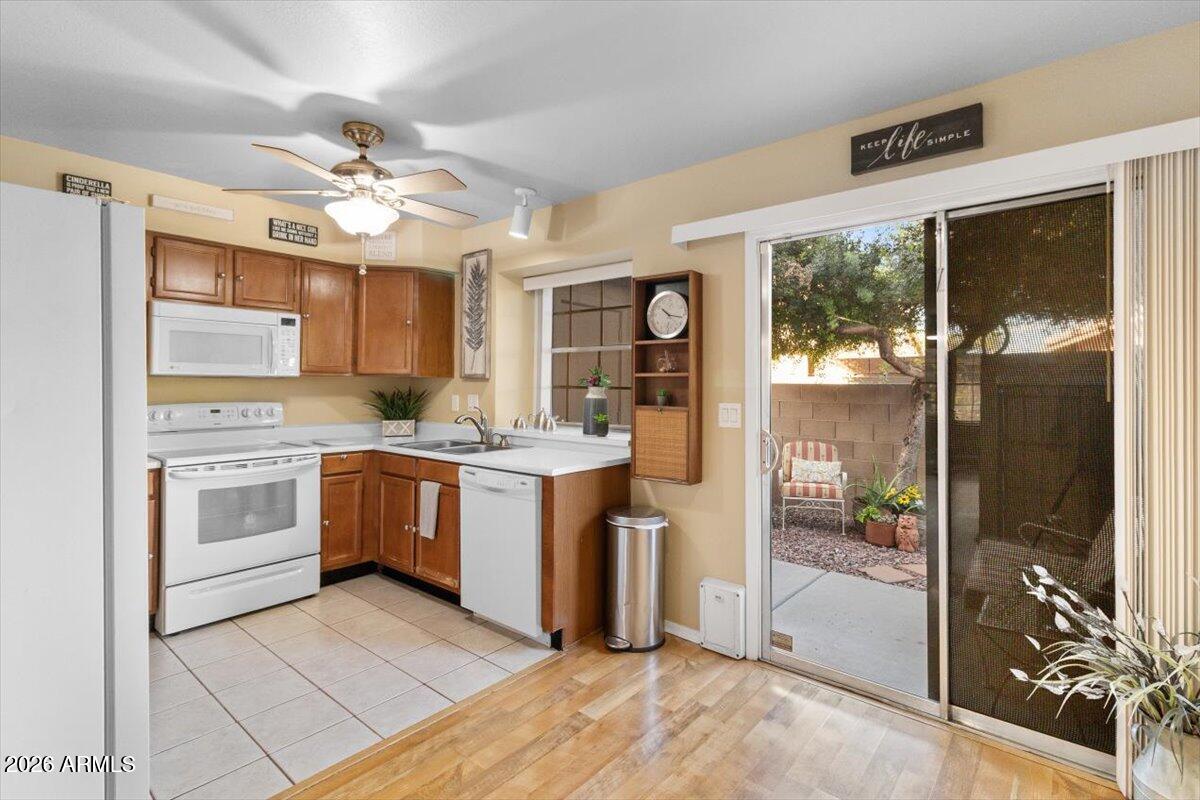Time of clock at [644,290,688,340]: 10:16
